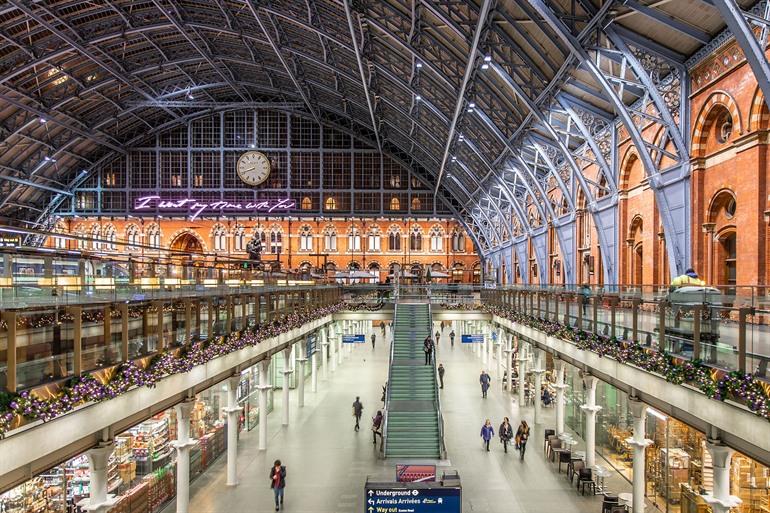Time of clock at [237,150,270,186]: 8:41
